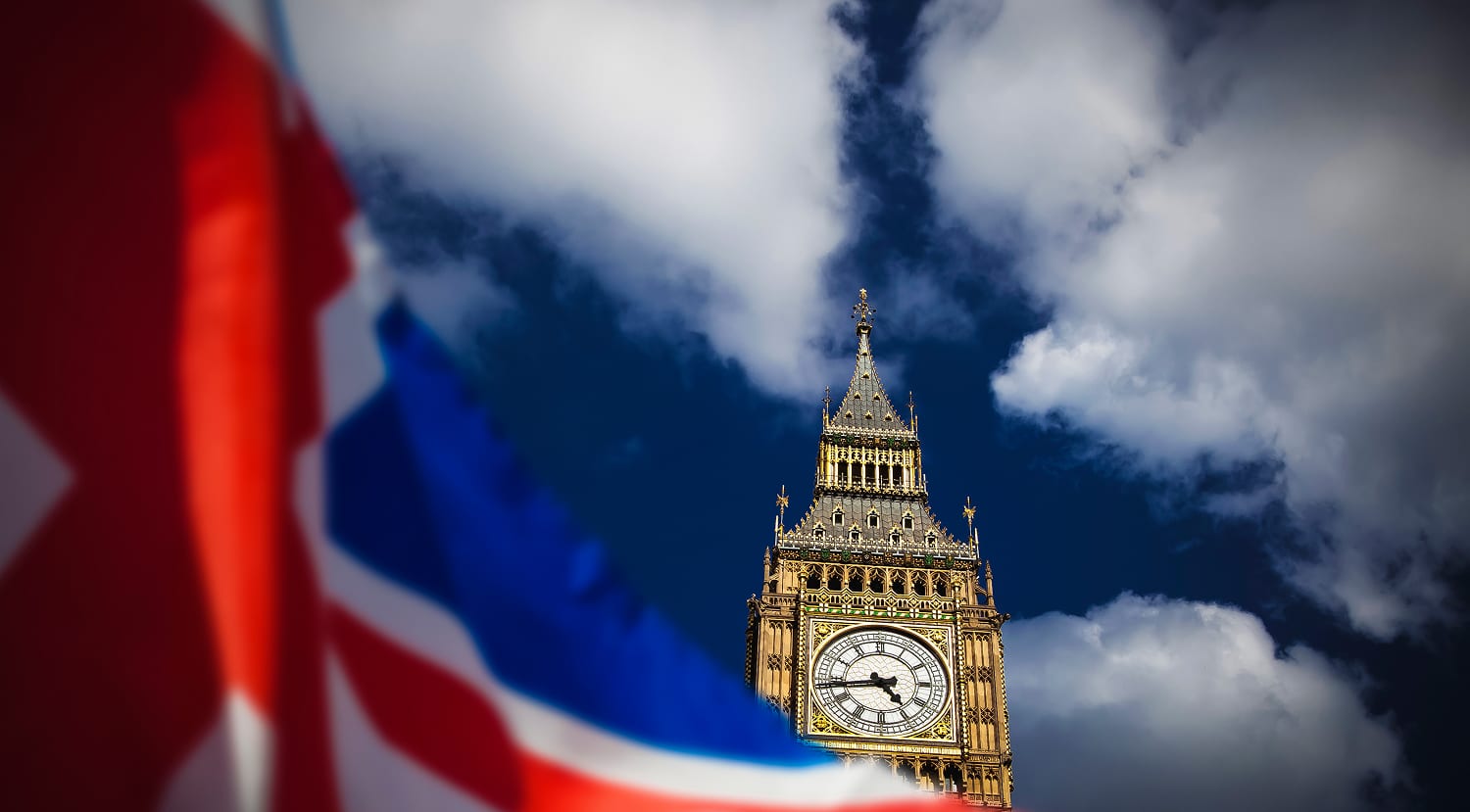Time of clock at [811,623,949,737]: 4:43
